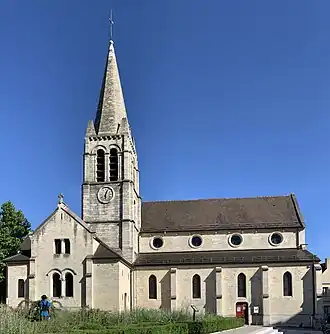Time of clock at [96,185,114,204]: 6:03
